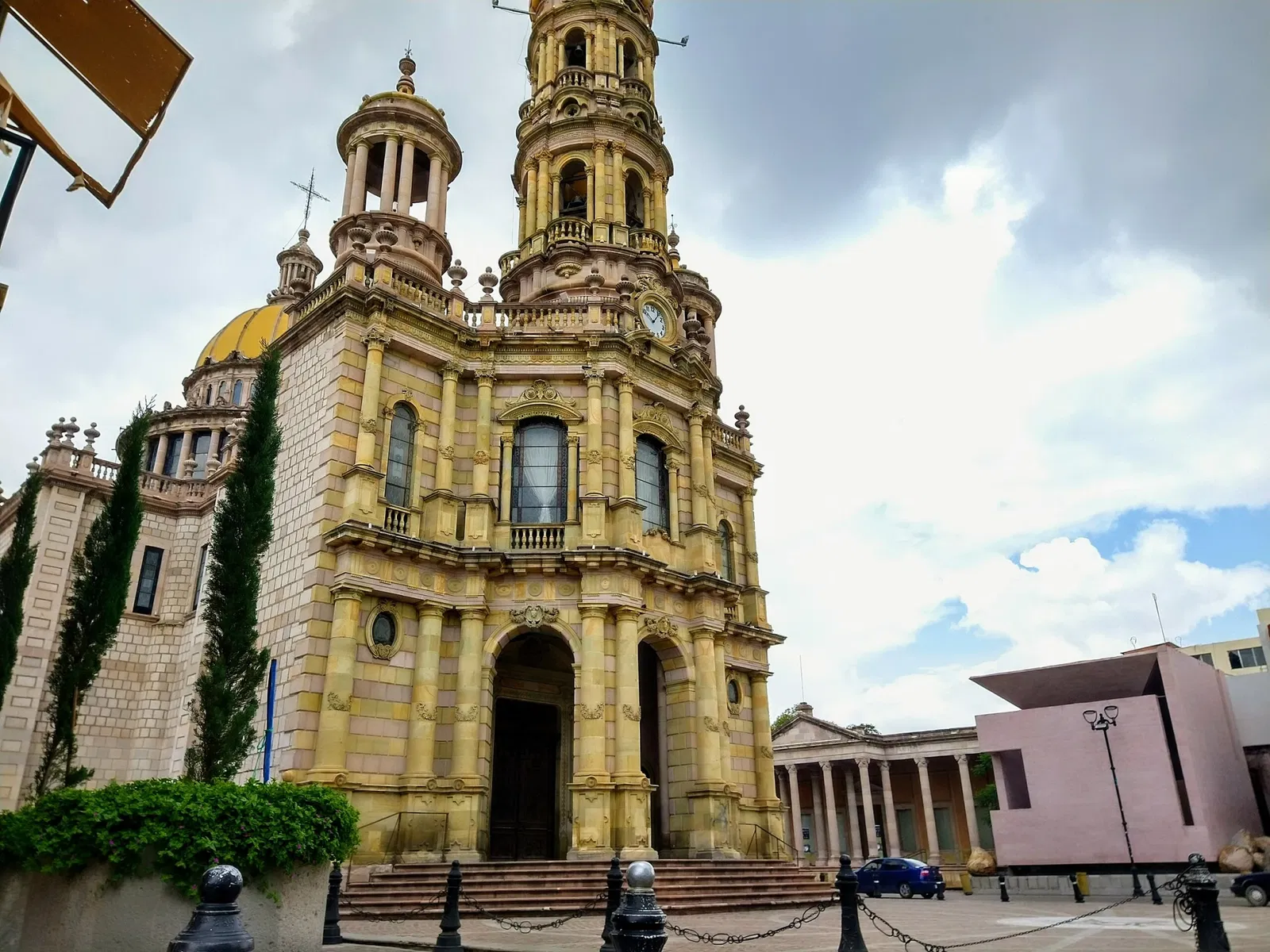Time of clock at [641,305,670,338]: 10:06
